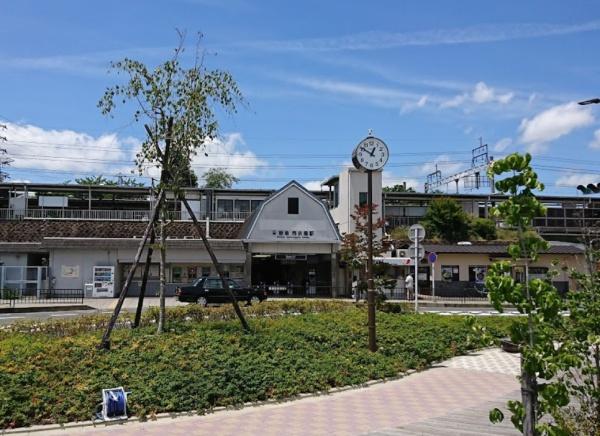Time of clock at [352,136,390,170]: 12:50
